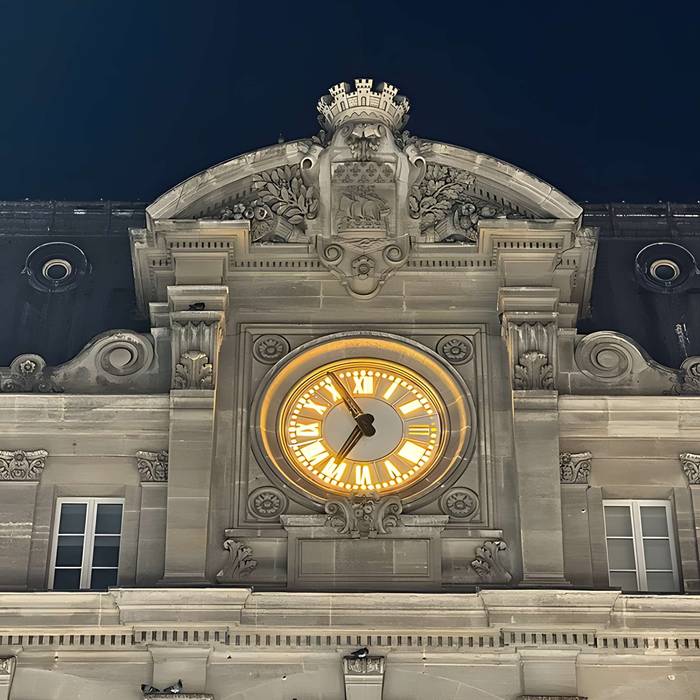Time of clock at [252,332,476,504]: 6:55
